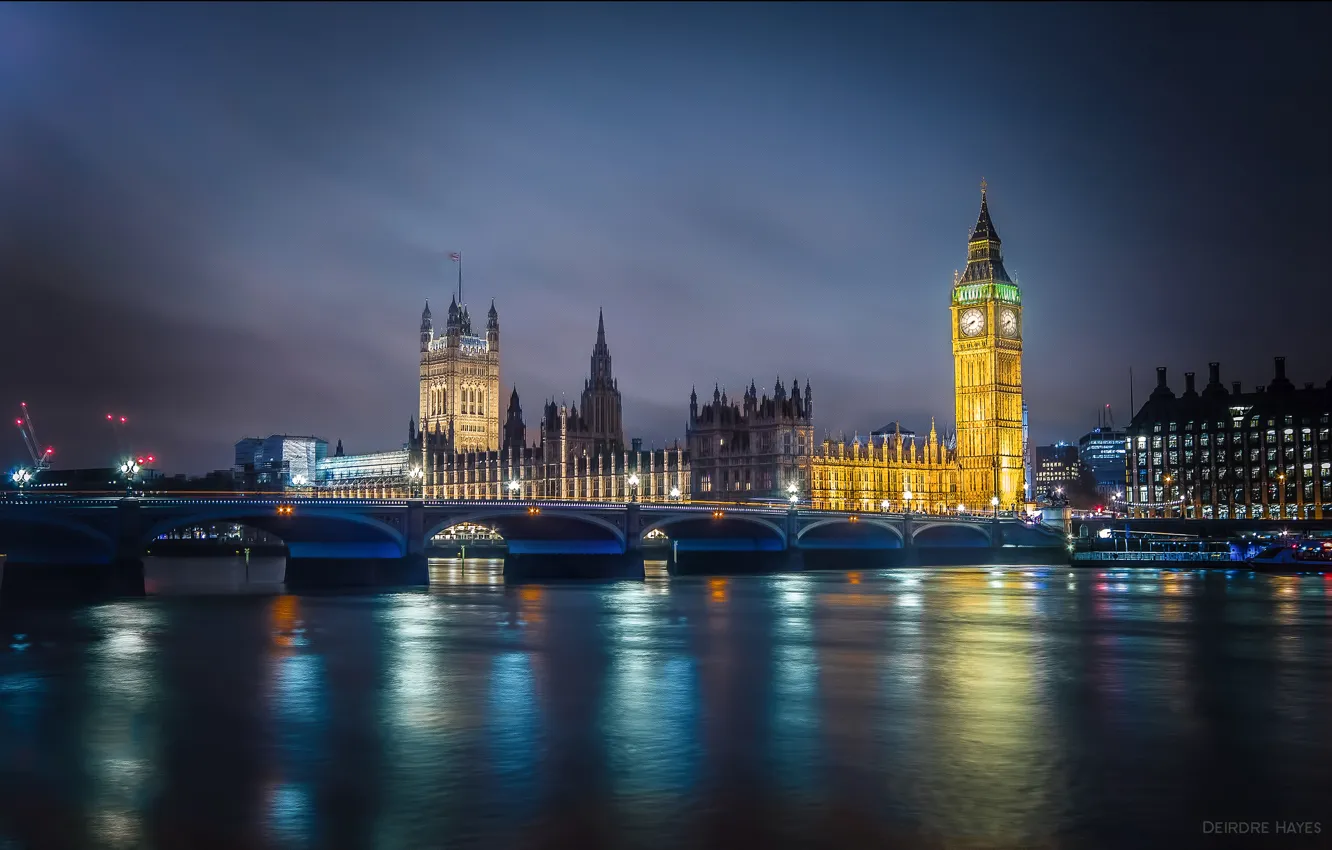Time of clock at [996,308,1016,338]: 7:40
